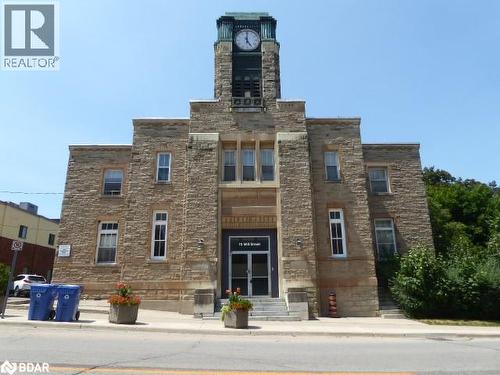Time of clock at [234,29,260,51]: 5:00
